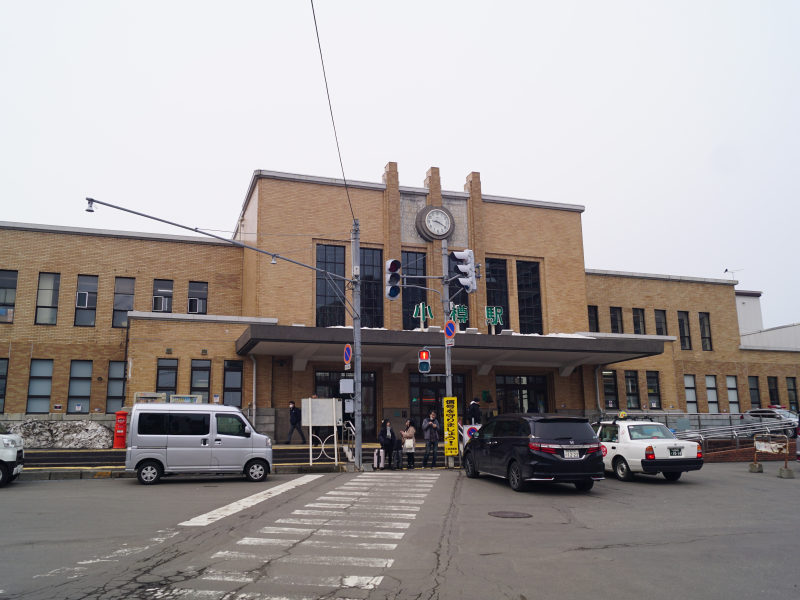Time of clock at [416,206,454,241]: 9:19
